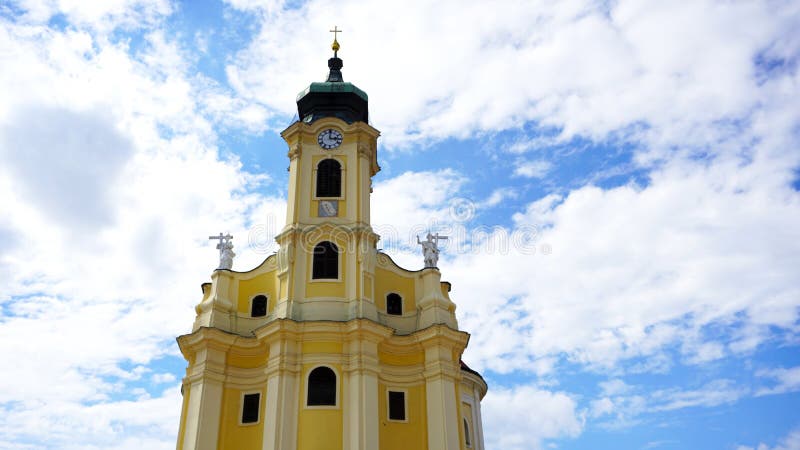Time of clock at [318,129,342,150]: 3:00
